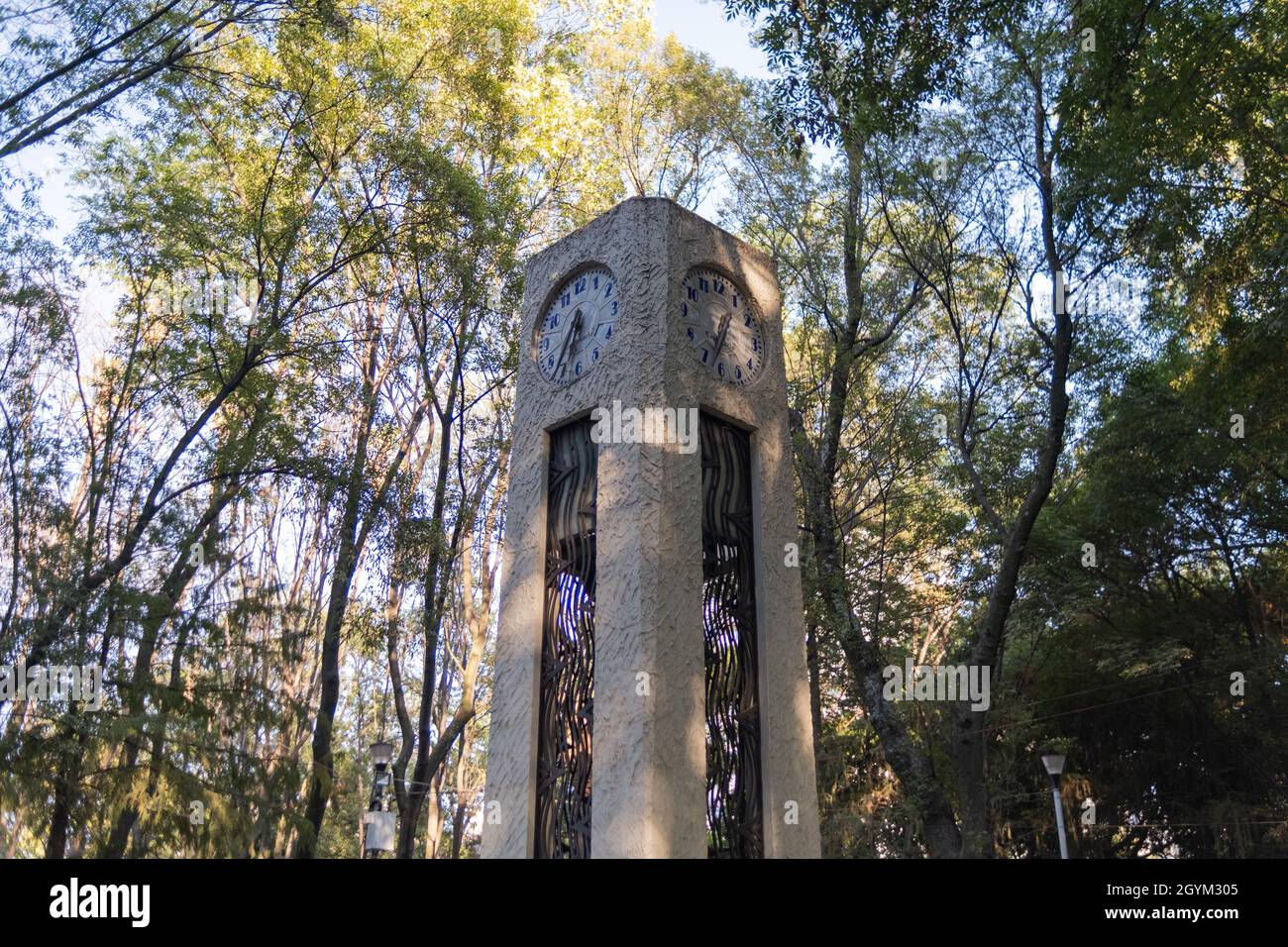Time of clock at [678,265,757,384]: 6:34
